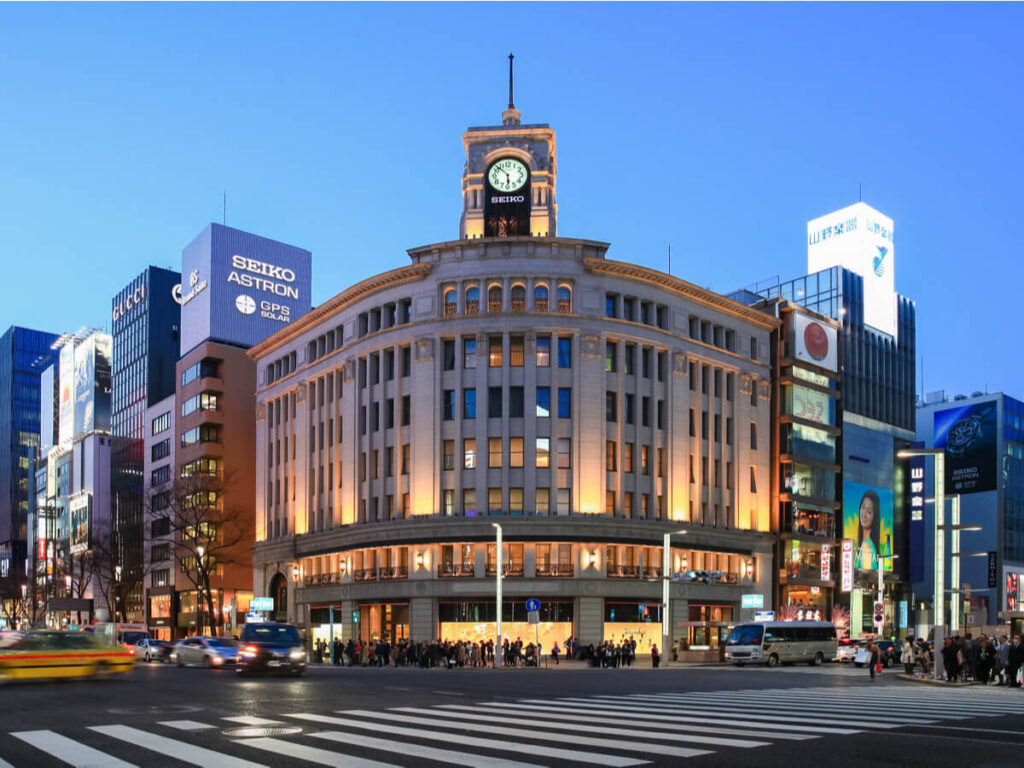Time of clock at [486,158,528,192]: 5:52
